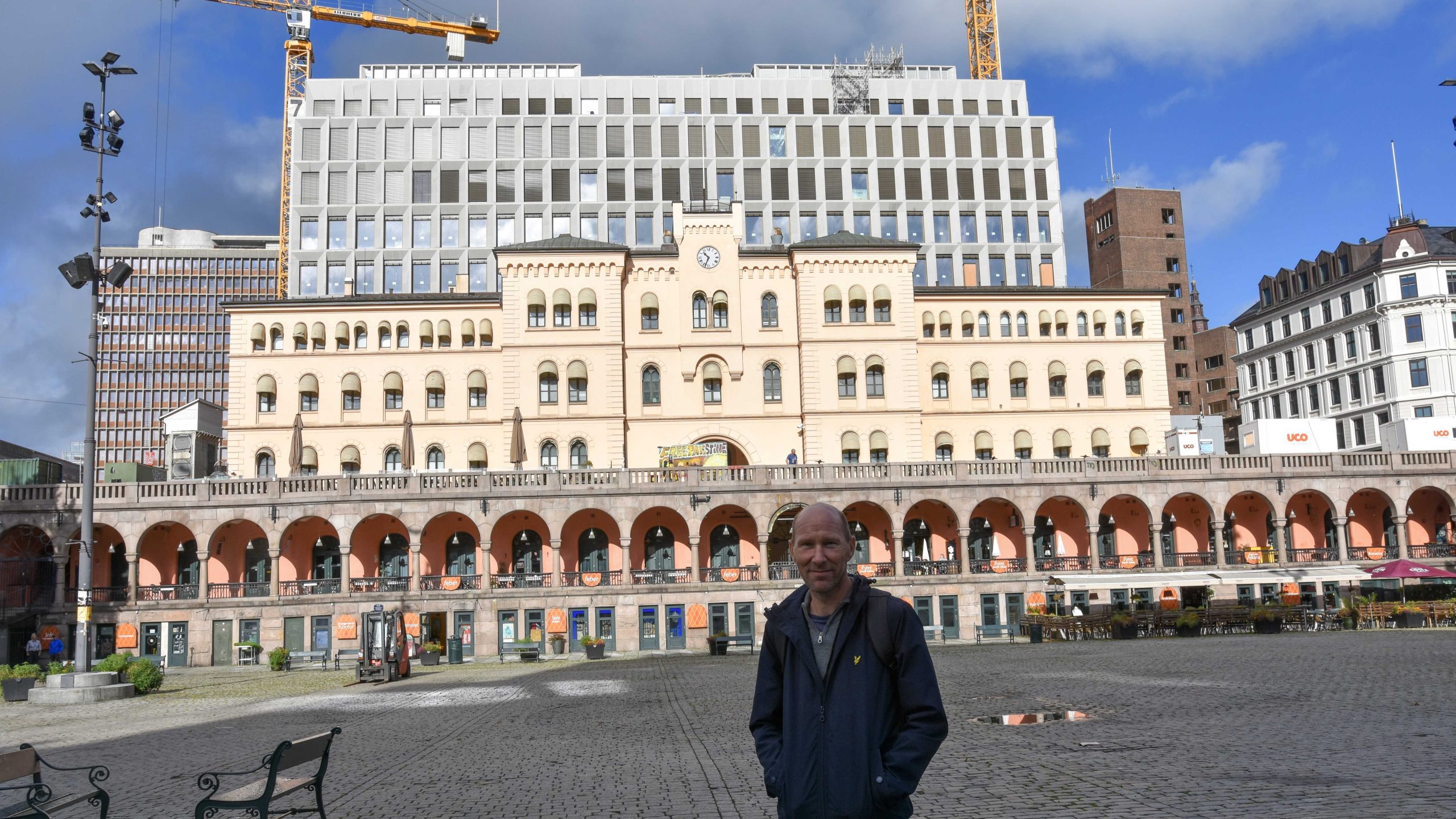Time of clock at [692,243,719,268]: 10:34
